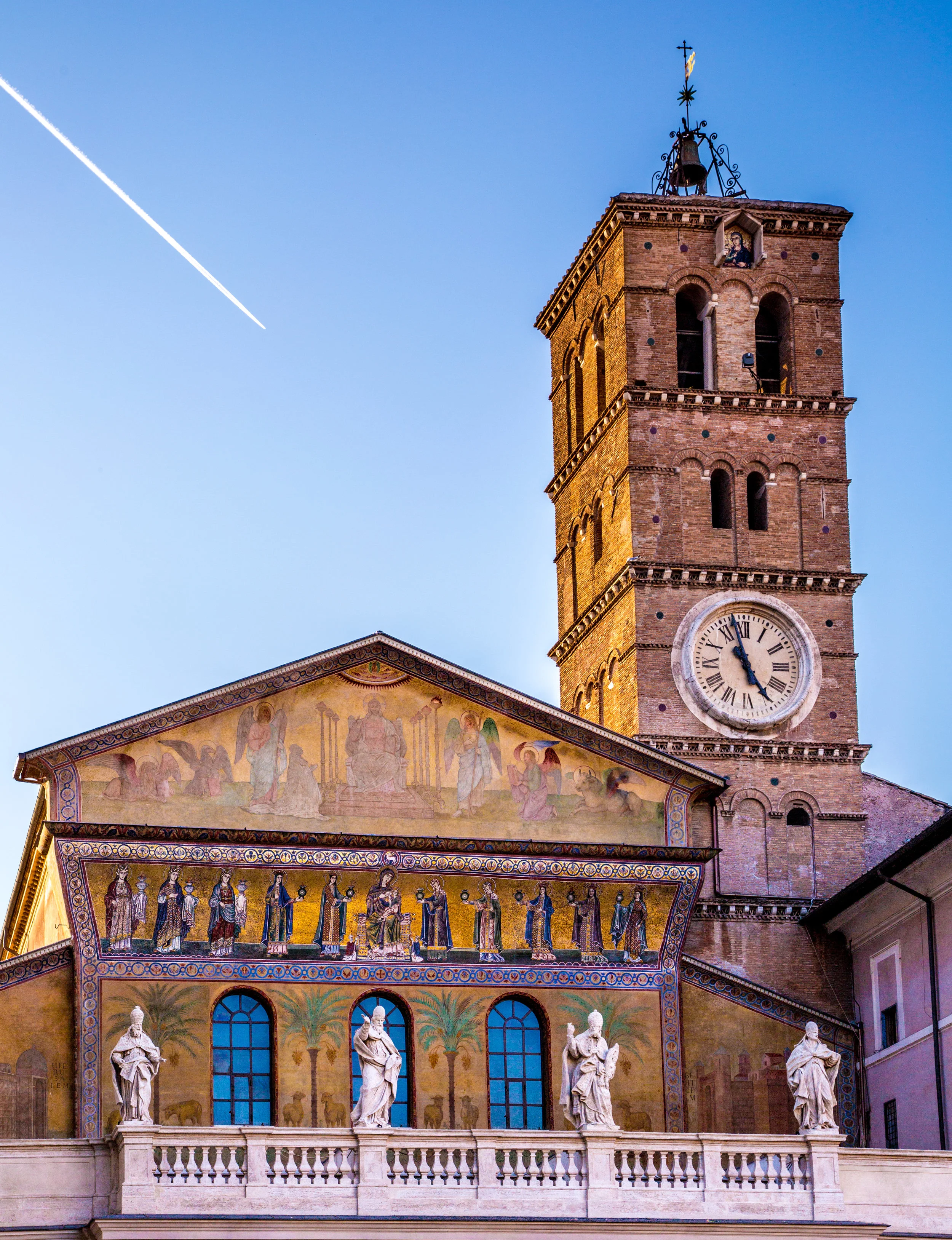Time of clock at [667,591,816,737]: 4:57
